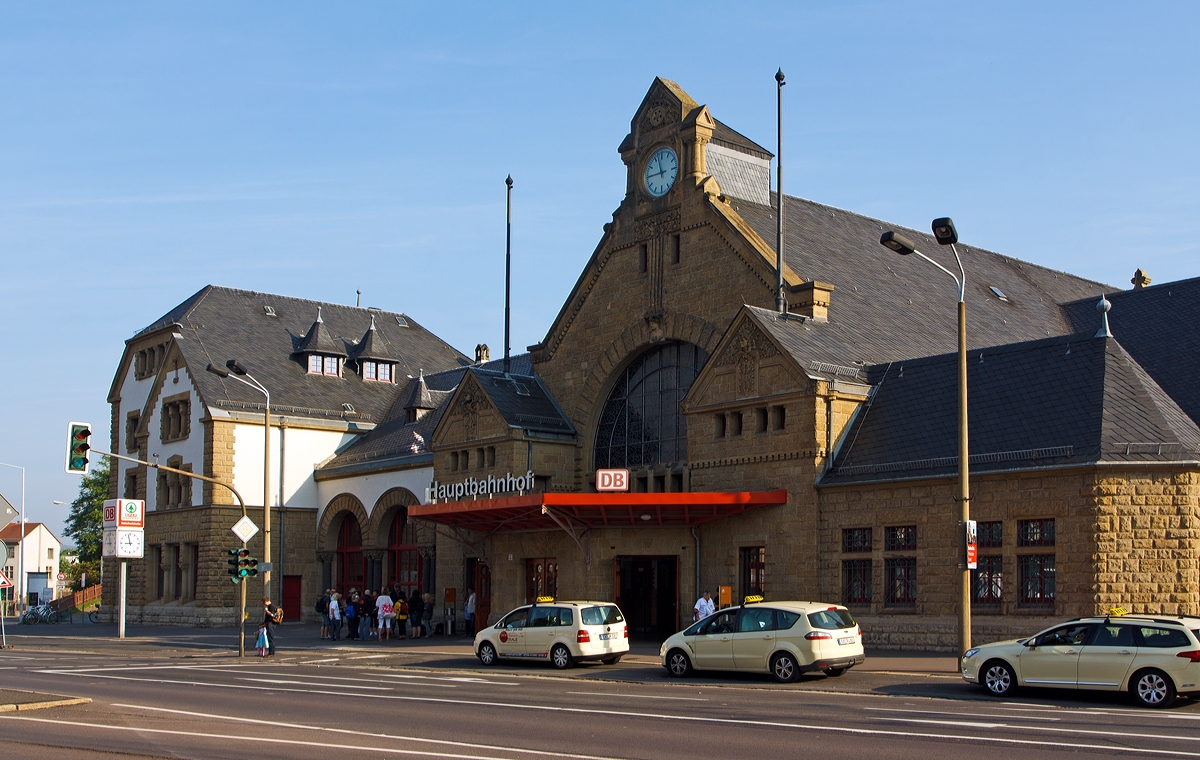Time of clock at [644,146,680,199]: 11:45
